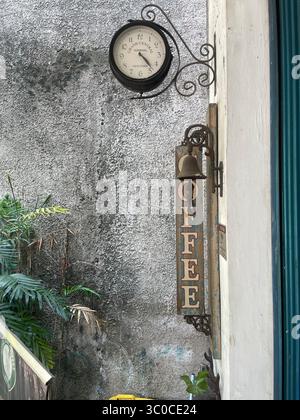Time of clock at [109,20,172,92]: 4:23
